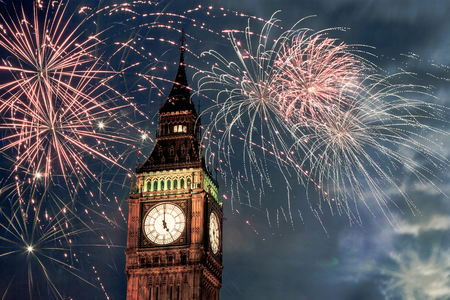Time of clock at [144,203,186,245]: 4:59
